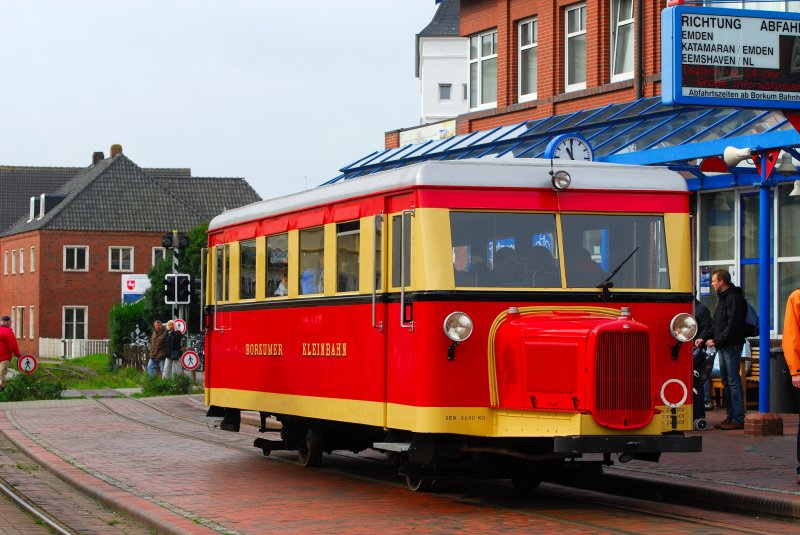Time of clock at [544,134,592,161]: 10:59
